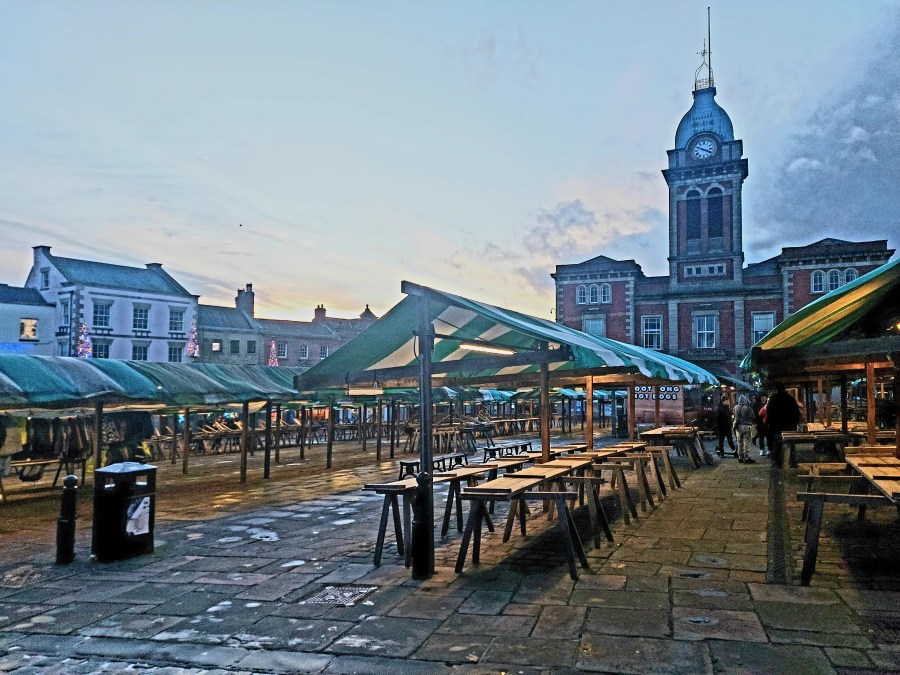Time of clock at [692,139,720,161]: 3:48
